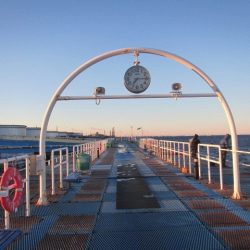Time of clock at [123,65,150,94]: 7:15
